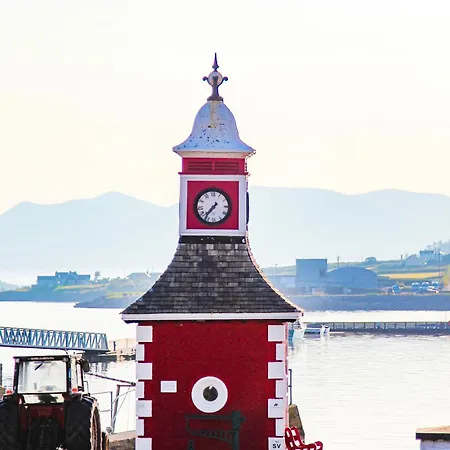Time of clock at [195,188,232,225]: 7:37
